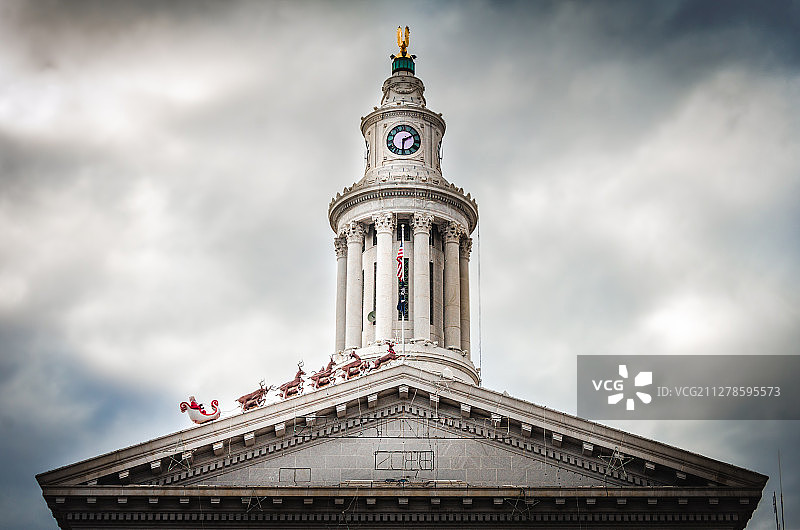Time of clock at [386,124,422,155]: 2:30
